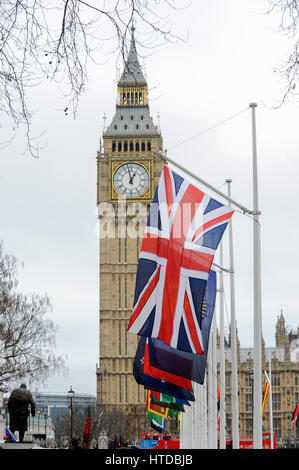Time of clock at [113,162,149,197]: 12:58
